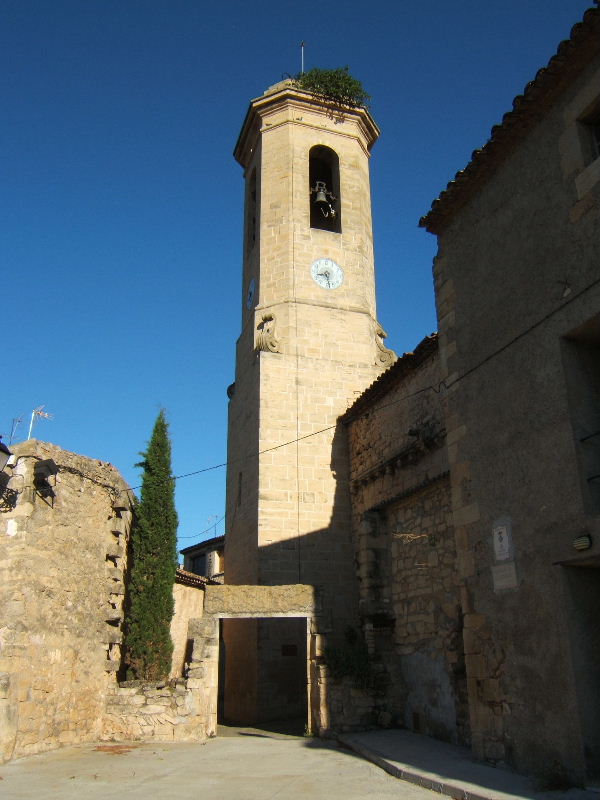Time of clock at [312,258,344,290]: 8:28
